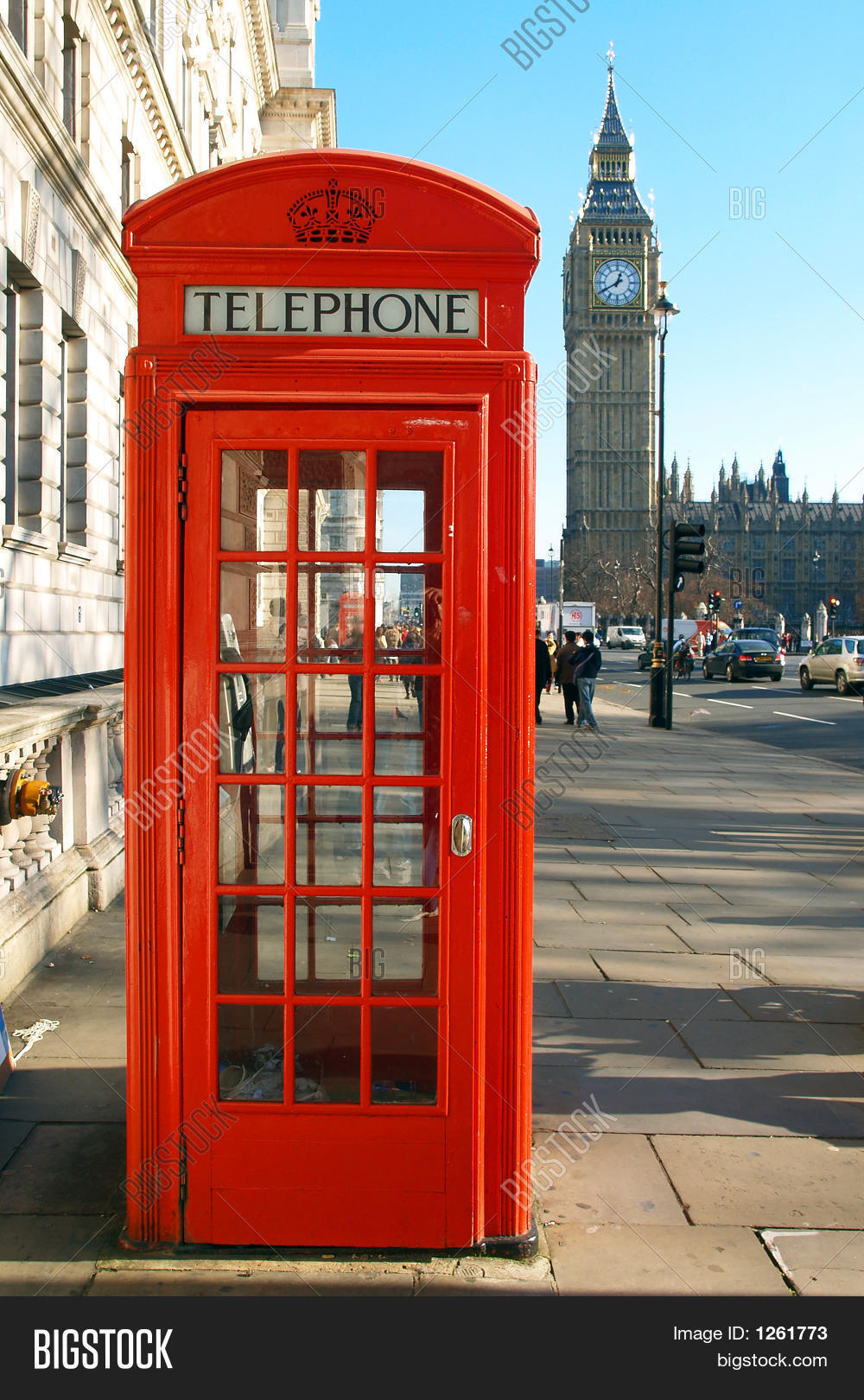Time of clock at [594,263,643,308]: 12:40
